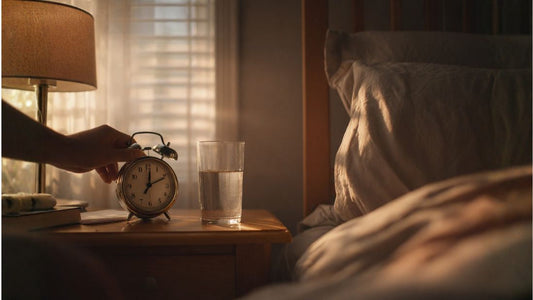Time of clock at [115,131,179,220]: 12:10
